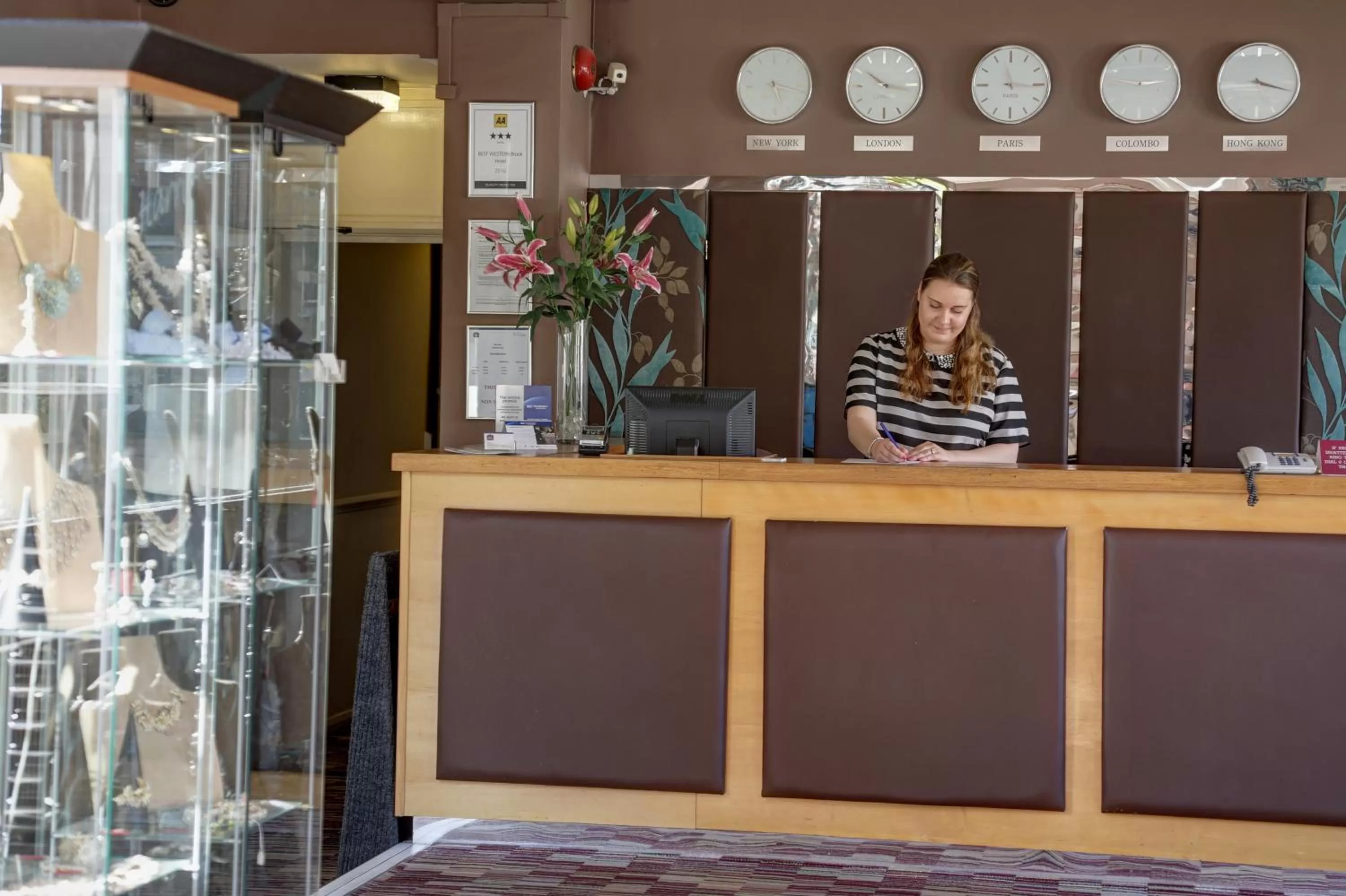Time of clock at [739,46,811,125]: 5:17
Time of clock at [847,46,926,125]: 10:16
